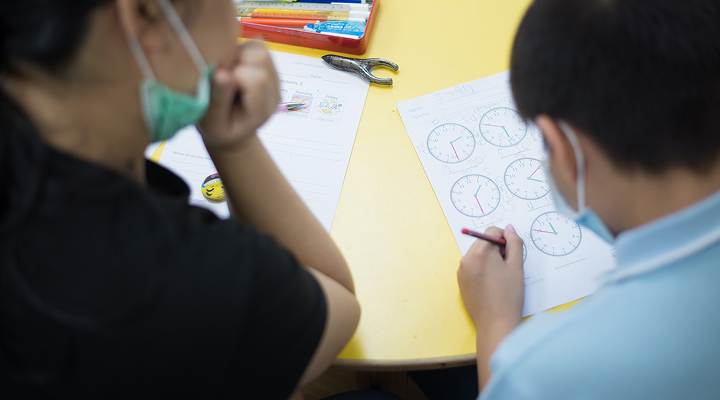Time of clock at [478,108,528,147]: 5:50
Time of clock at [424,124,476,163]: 2:30
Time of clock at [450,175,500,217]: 1:30
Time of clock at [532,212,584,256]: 11:49
